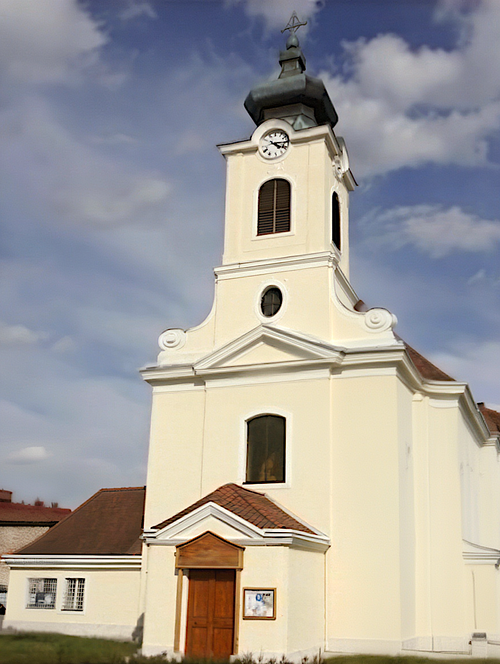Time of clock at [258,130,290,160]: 4:14
